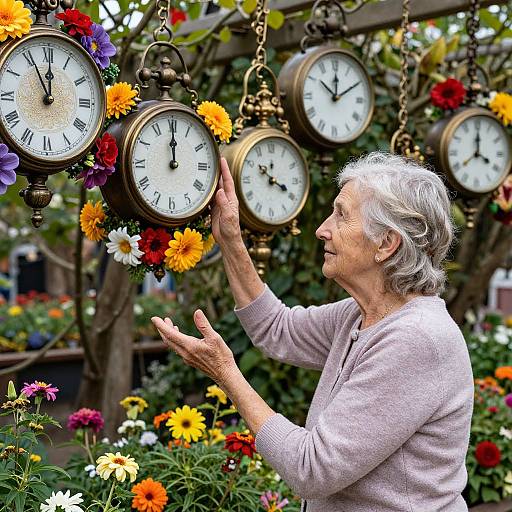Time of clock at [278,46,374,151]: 12:09
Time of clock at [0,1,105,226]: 11:55
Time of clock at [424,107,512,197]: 4:00
